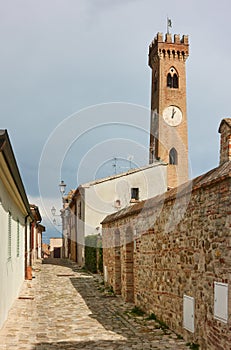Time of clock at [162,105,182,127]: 1:01
